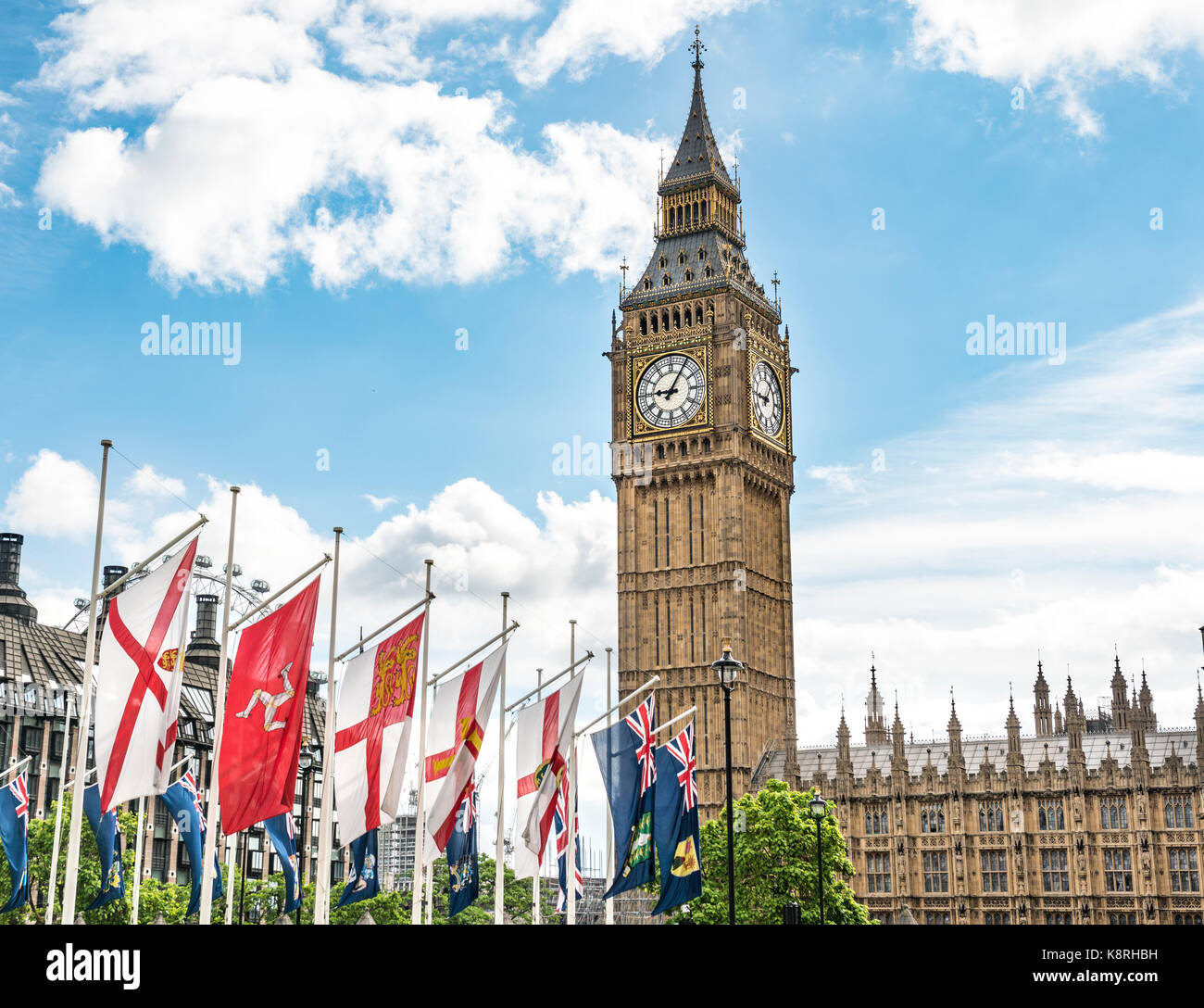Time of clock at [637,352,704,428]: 9:05
